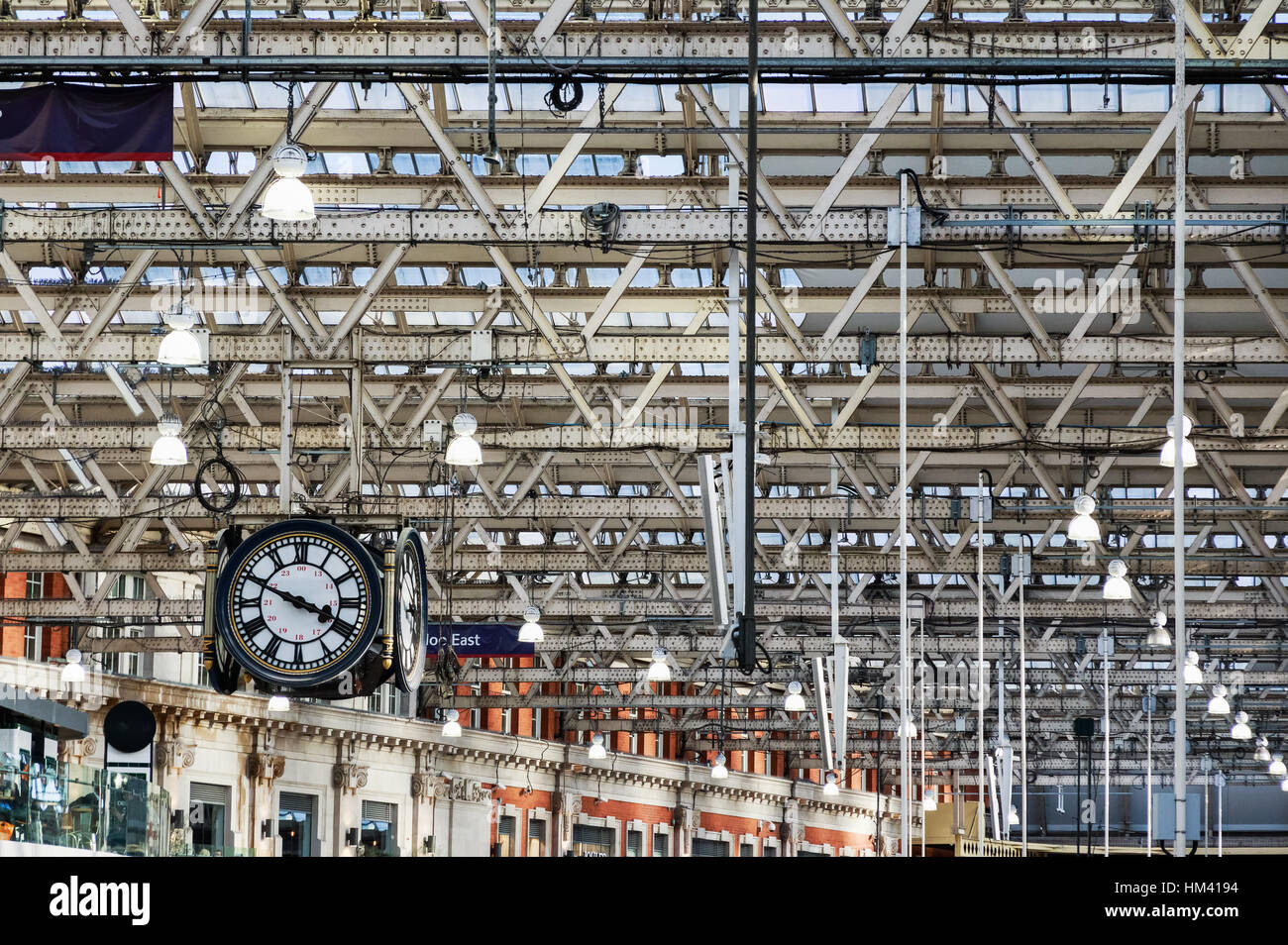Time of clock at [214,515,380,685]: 3:48
